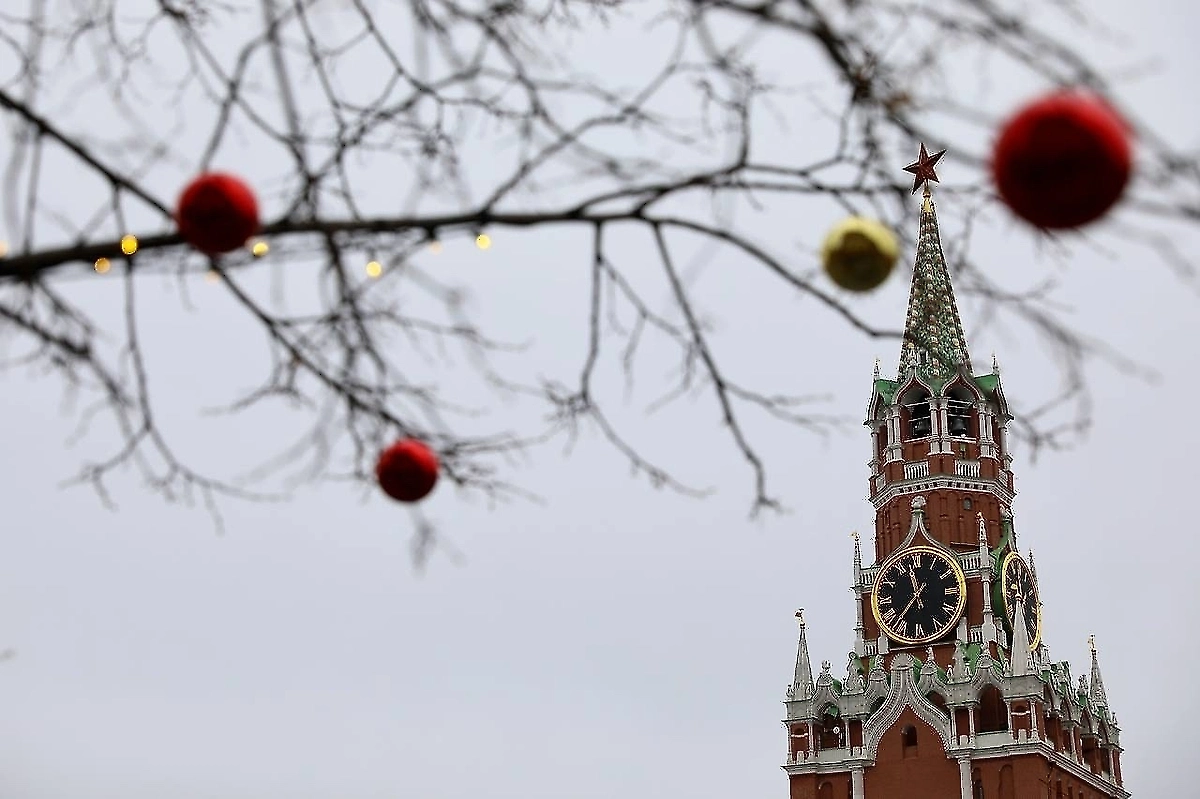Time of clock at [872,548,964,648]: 11:36
